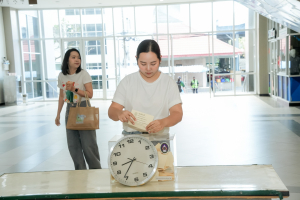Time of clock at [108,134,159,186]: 8:36
